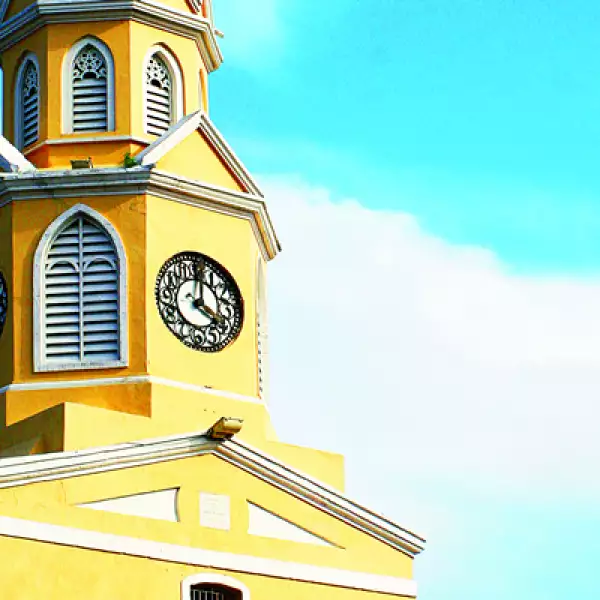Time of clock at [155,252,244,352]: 4:01
